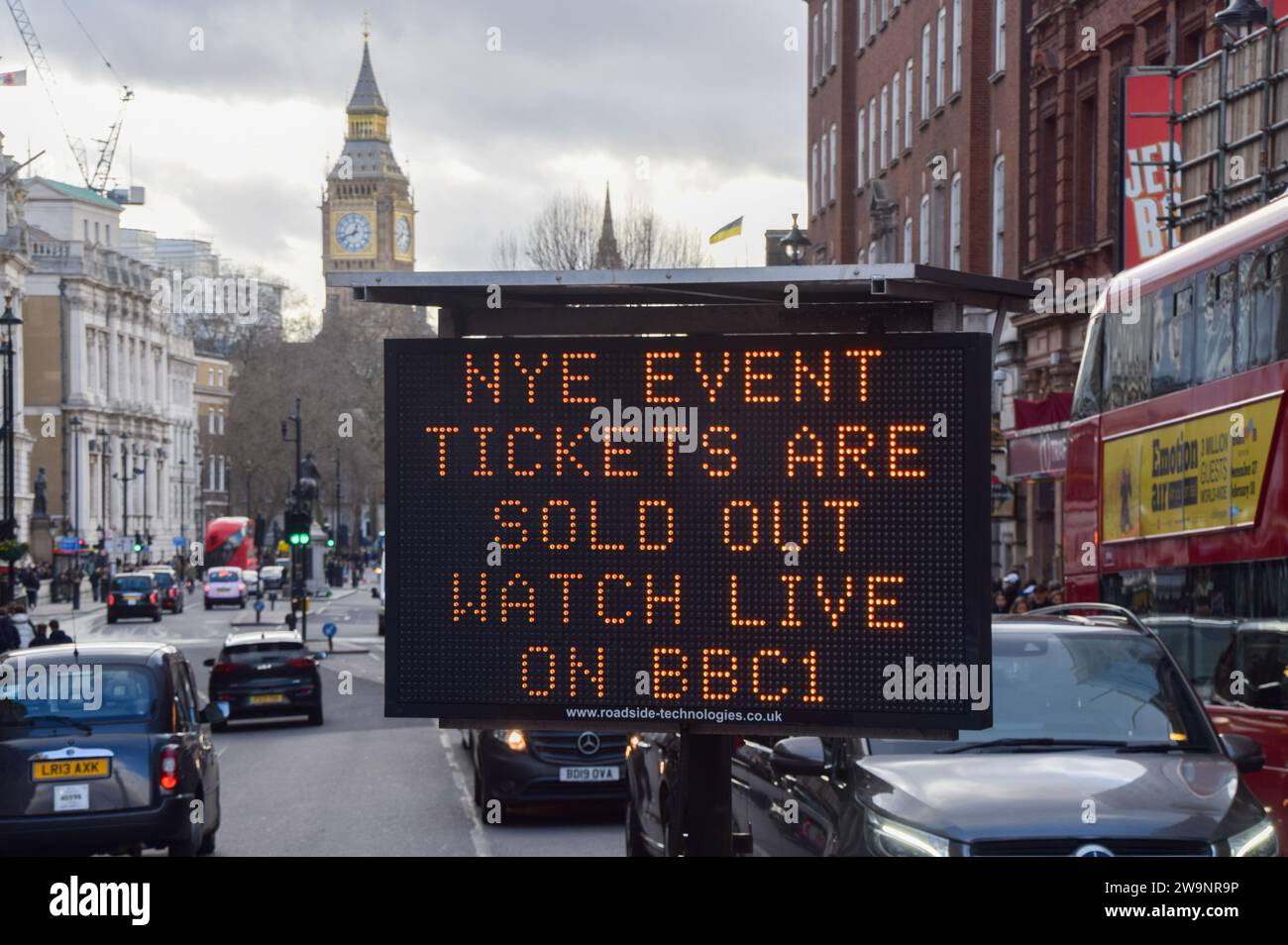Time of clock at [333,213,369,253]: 12:41
